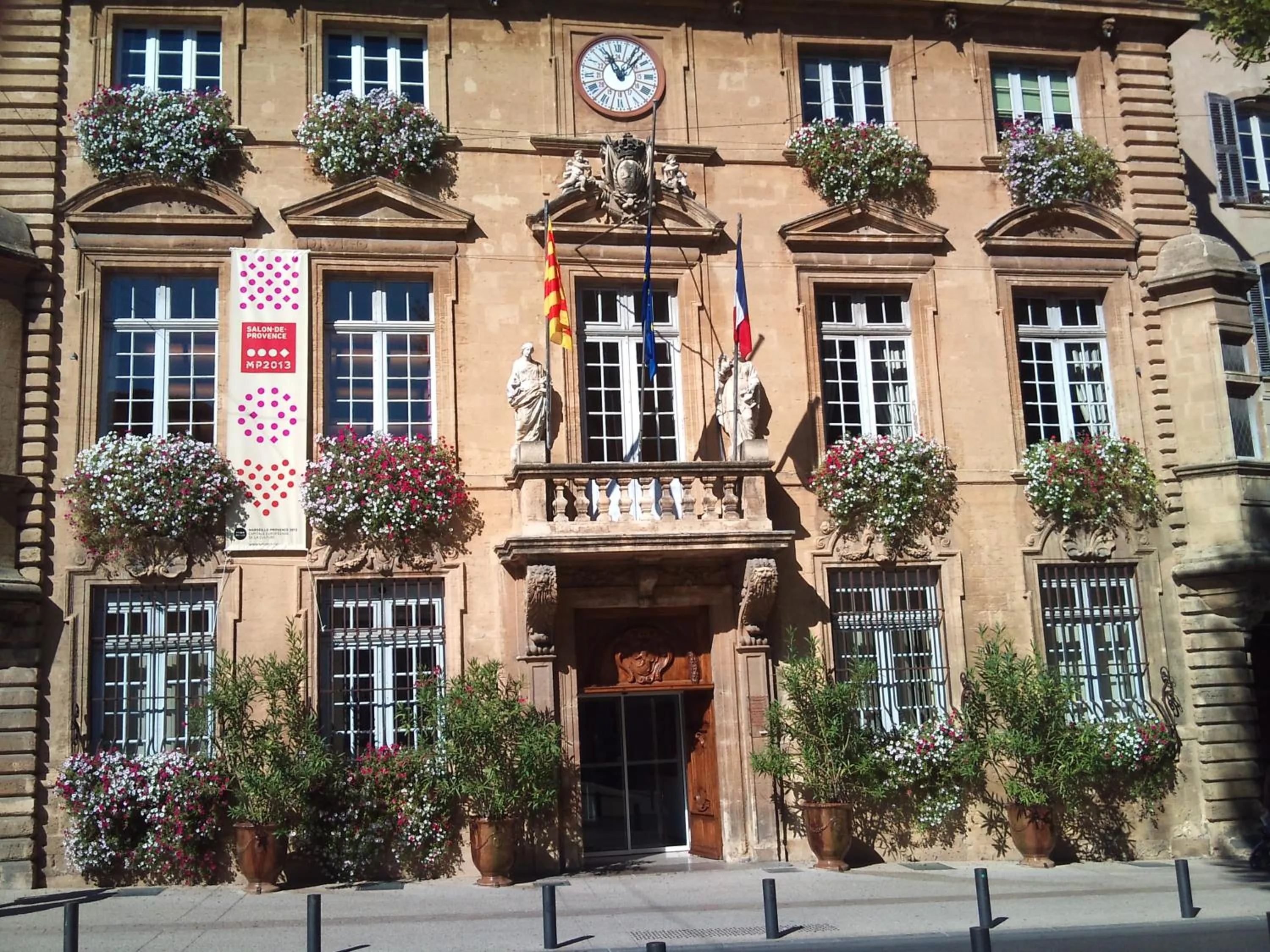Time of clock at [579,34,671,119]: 11:07
